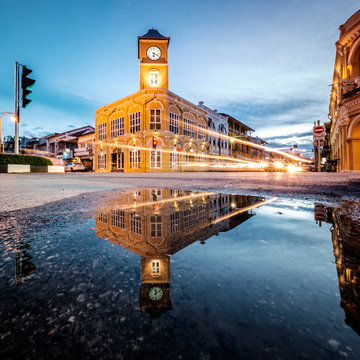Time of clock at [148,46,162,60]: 6:18
